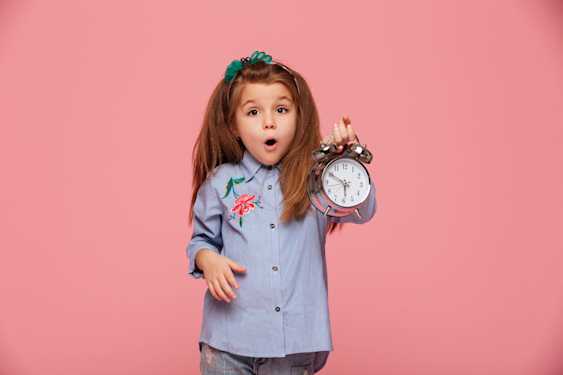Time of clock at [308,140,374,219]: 5:49
